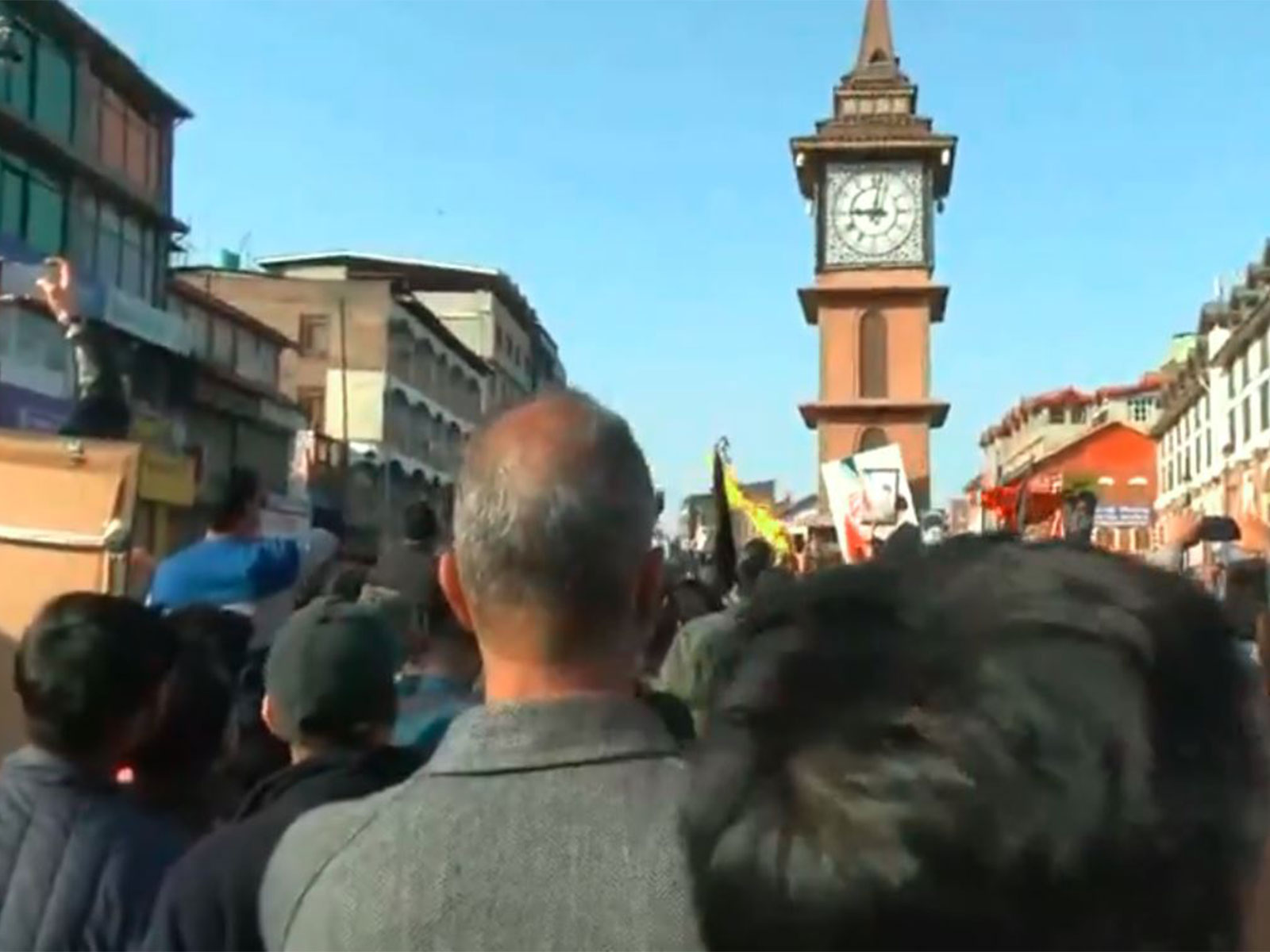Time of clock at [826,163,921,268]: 9:01
